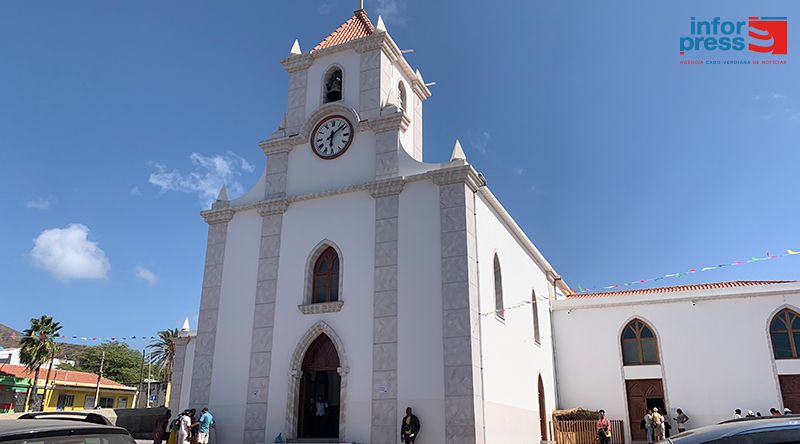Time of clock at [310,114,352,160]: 6:08
